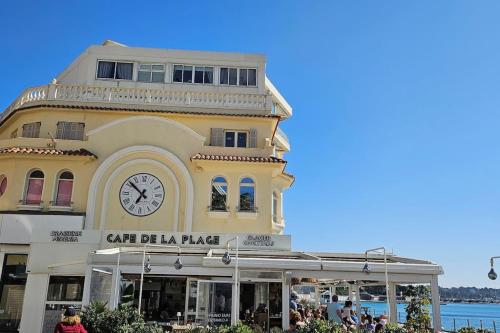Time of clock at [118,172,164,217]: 6:51
